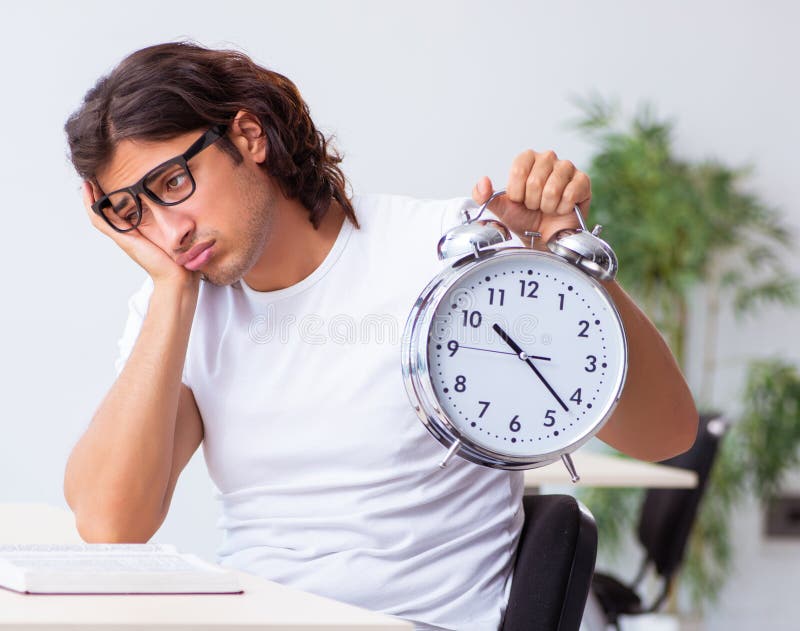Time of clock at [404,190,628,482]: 10:22
